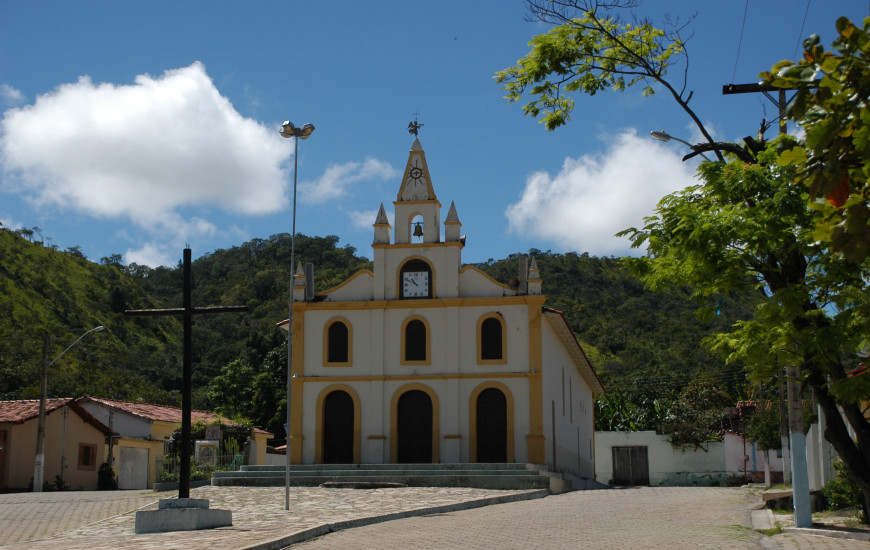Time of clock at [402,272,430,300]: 10:49
